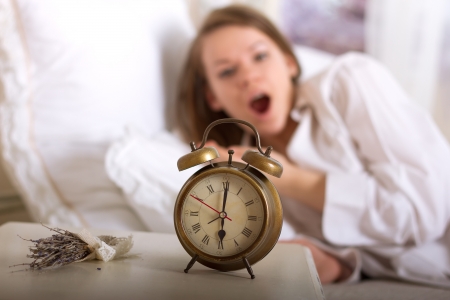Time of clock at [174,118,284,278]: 6:00
